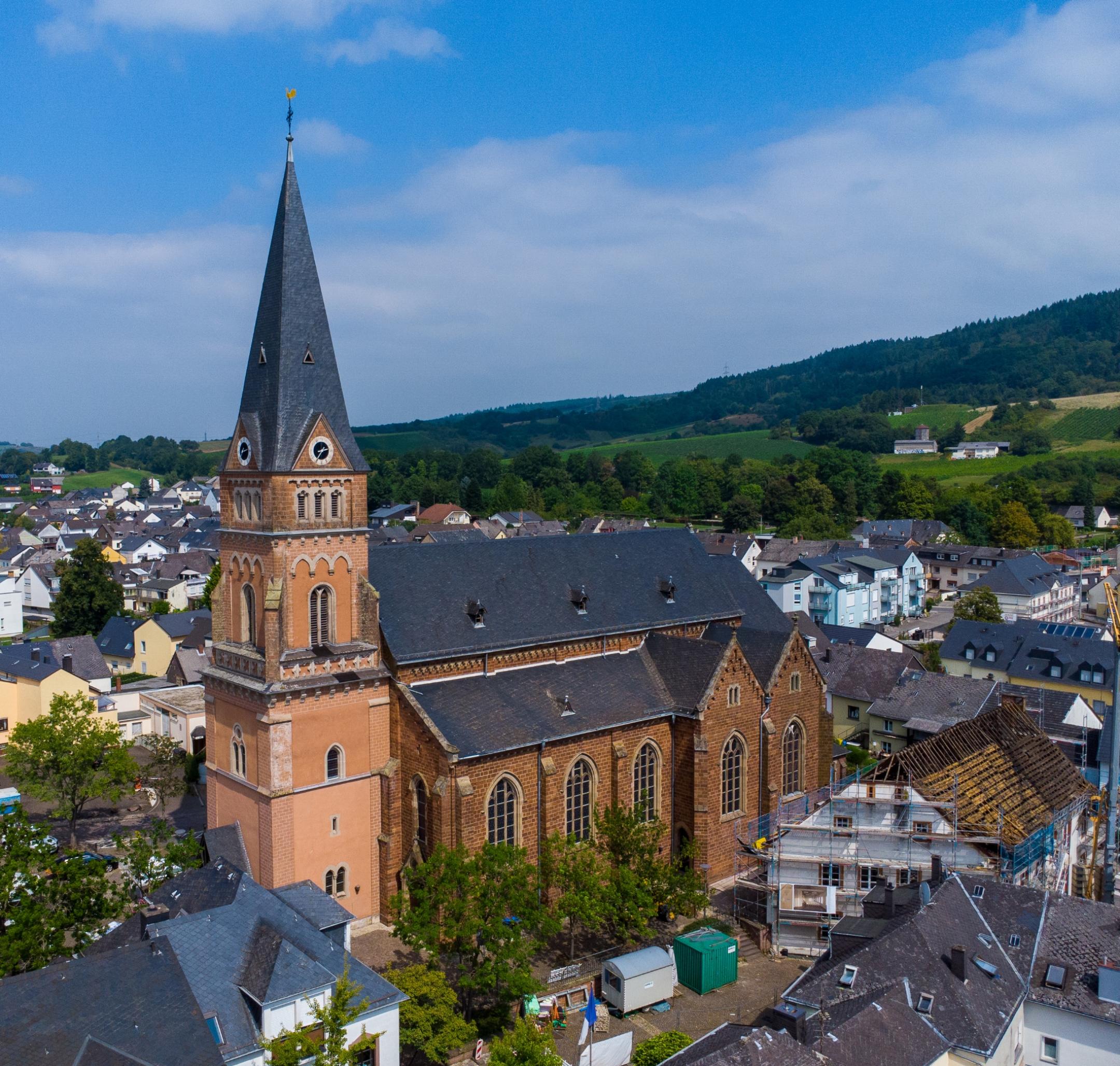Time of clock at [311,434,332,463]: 2:35
